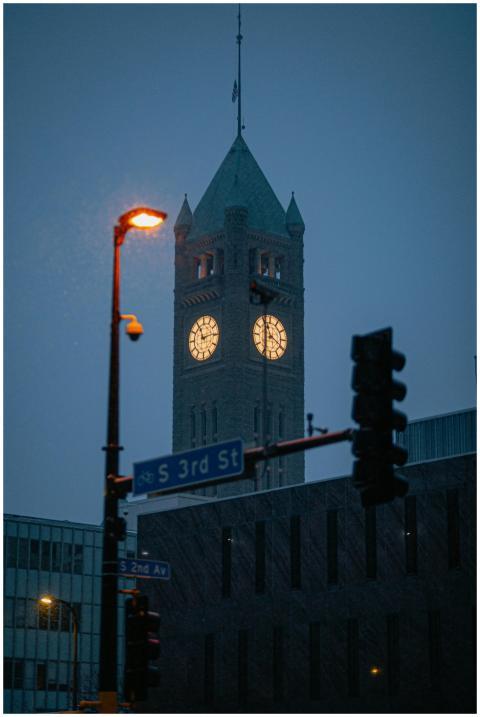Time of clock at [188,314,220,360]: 11:13
